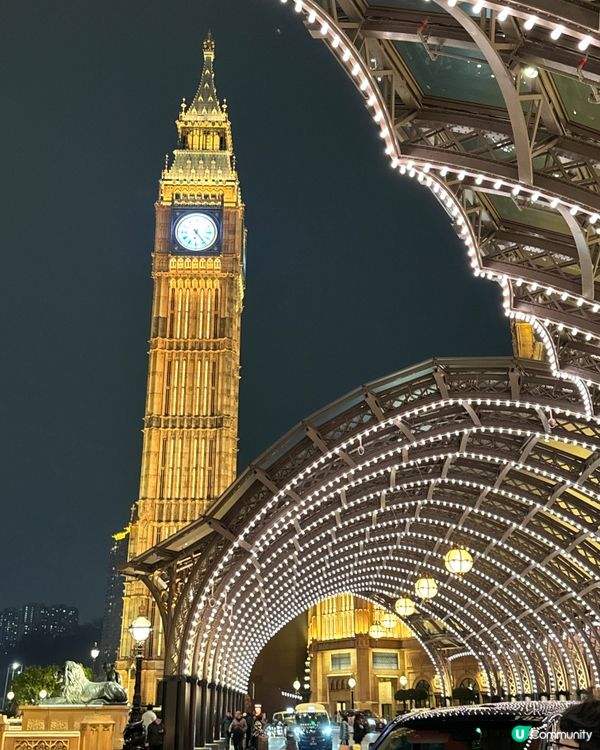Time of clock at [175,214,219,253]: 6:23
